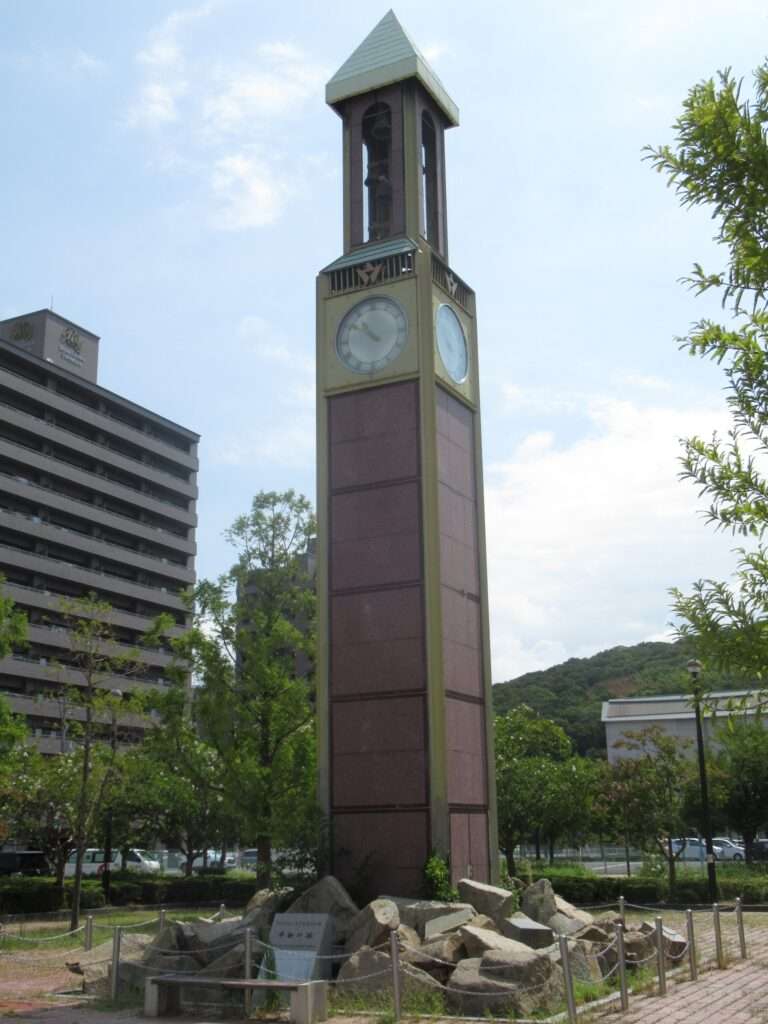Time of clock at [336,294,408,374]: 10:50
